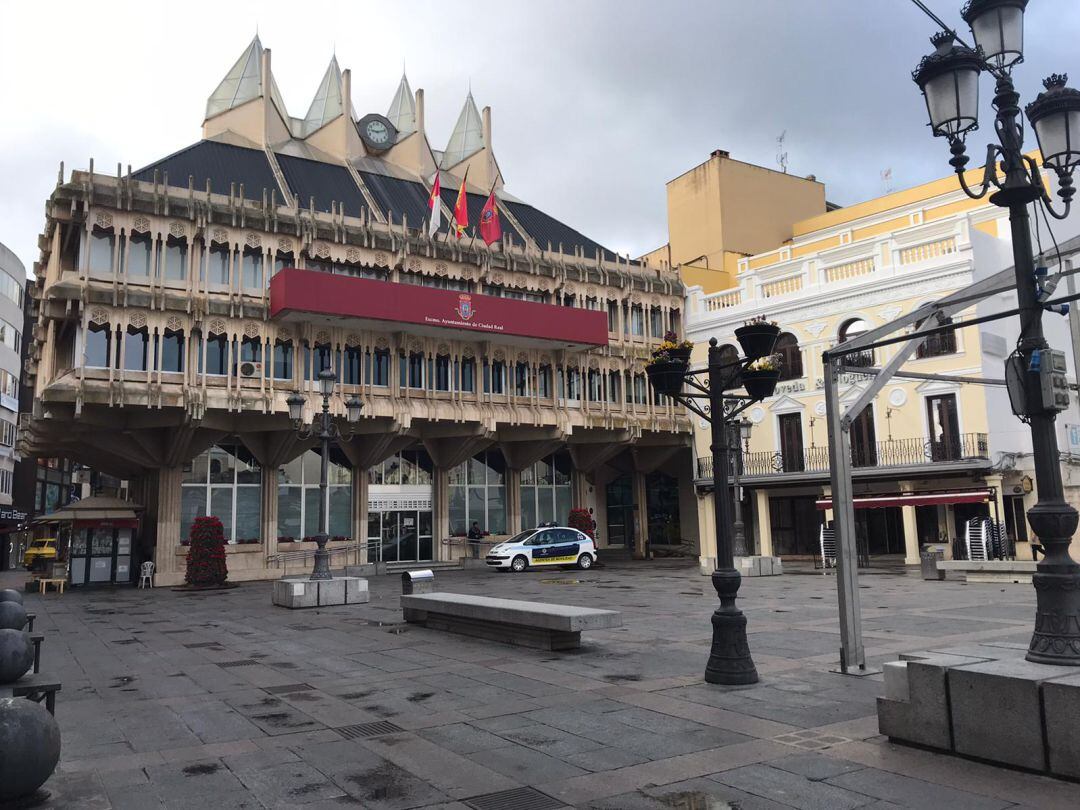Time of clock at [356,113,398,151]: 9:12
